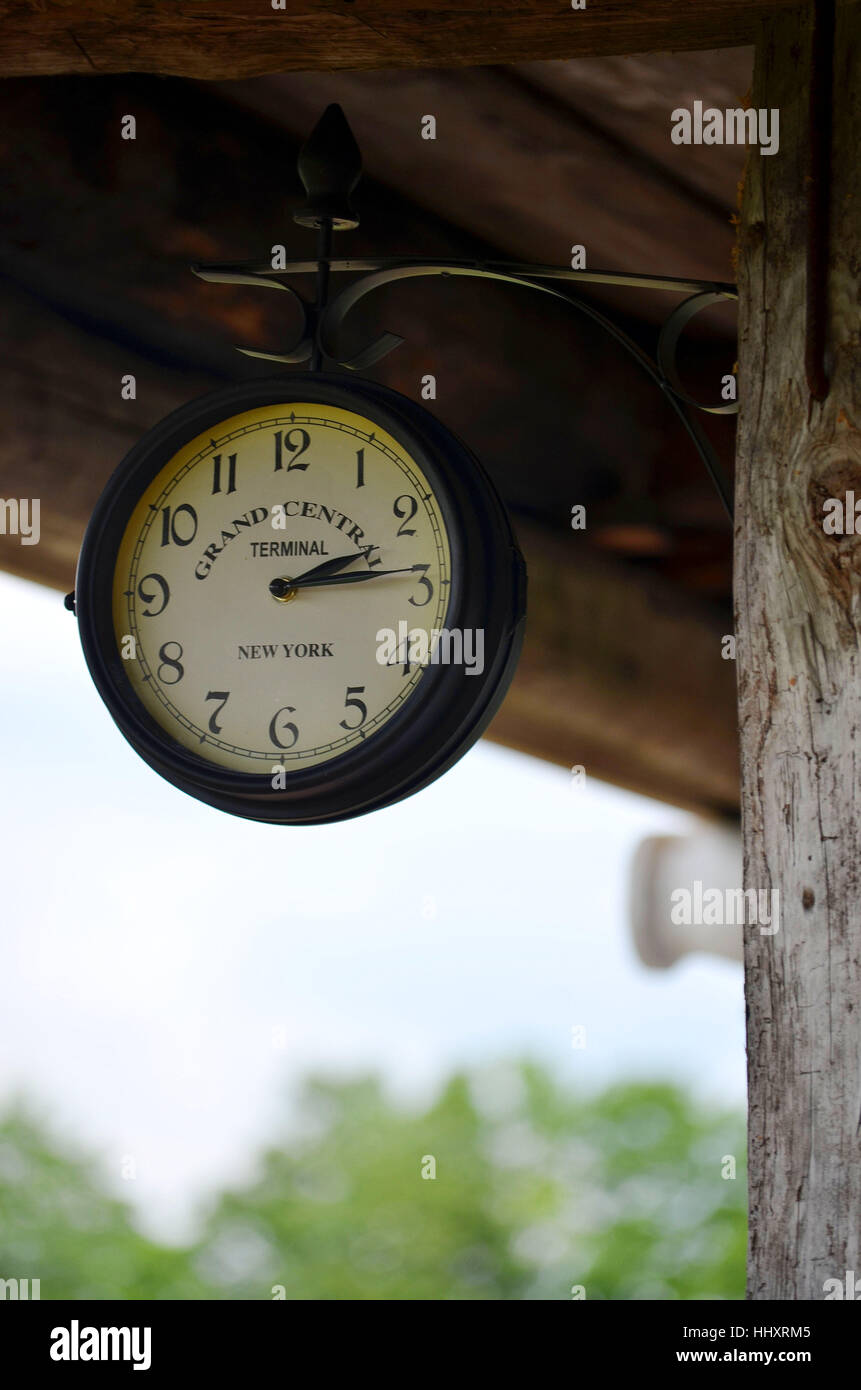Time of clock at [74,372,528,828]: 2:14
